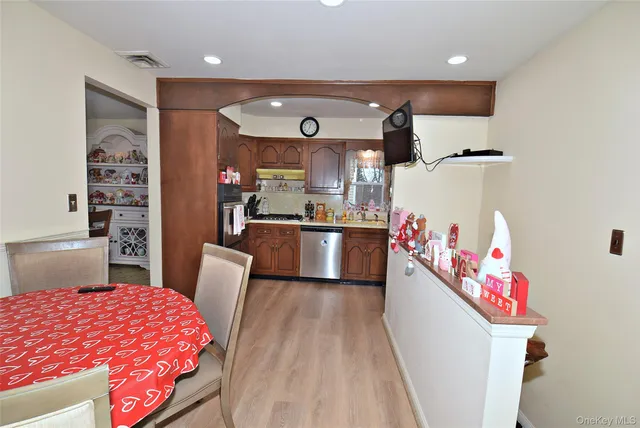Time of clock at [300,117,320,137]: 12:34
